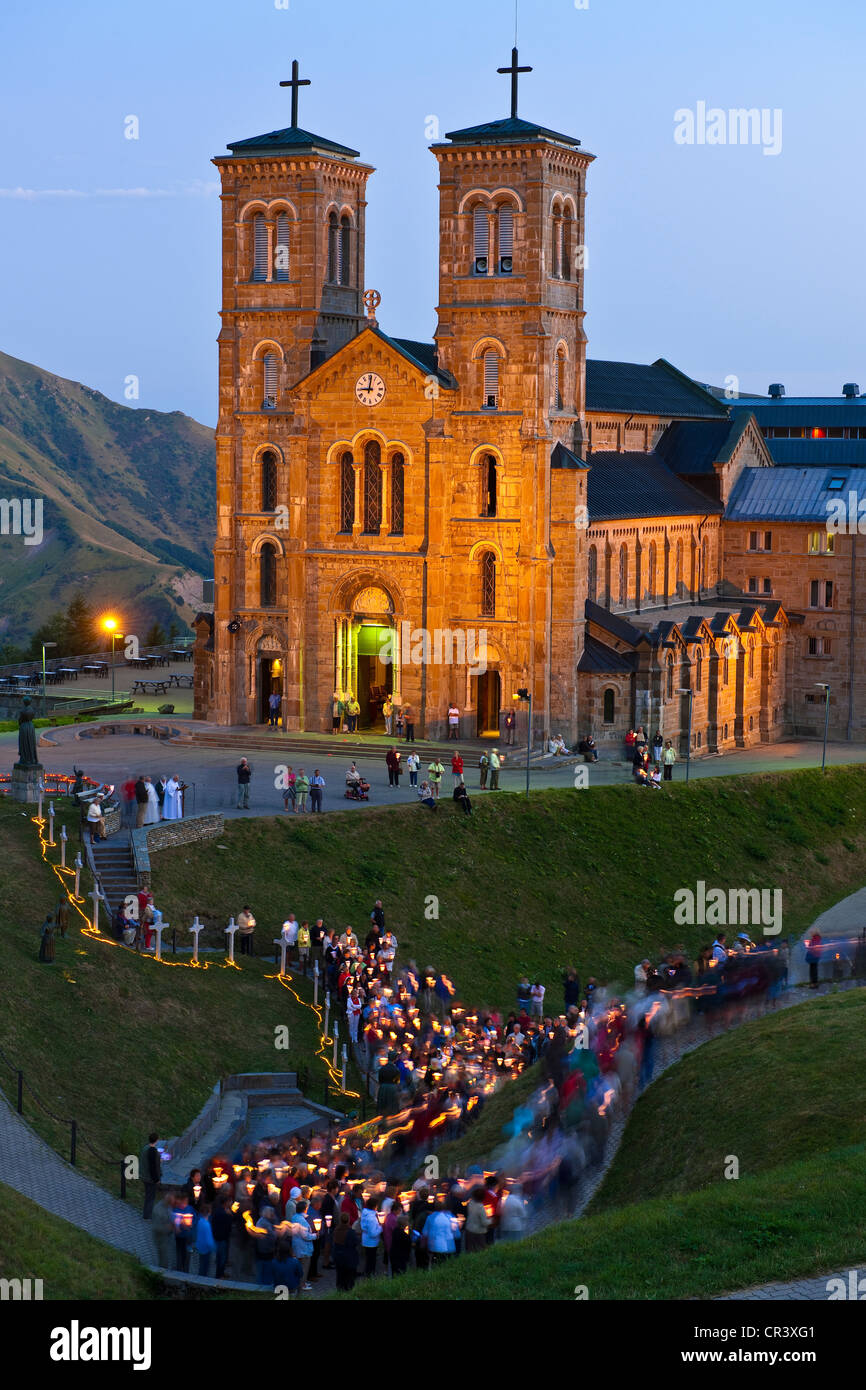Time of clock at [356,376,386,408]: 9:01
